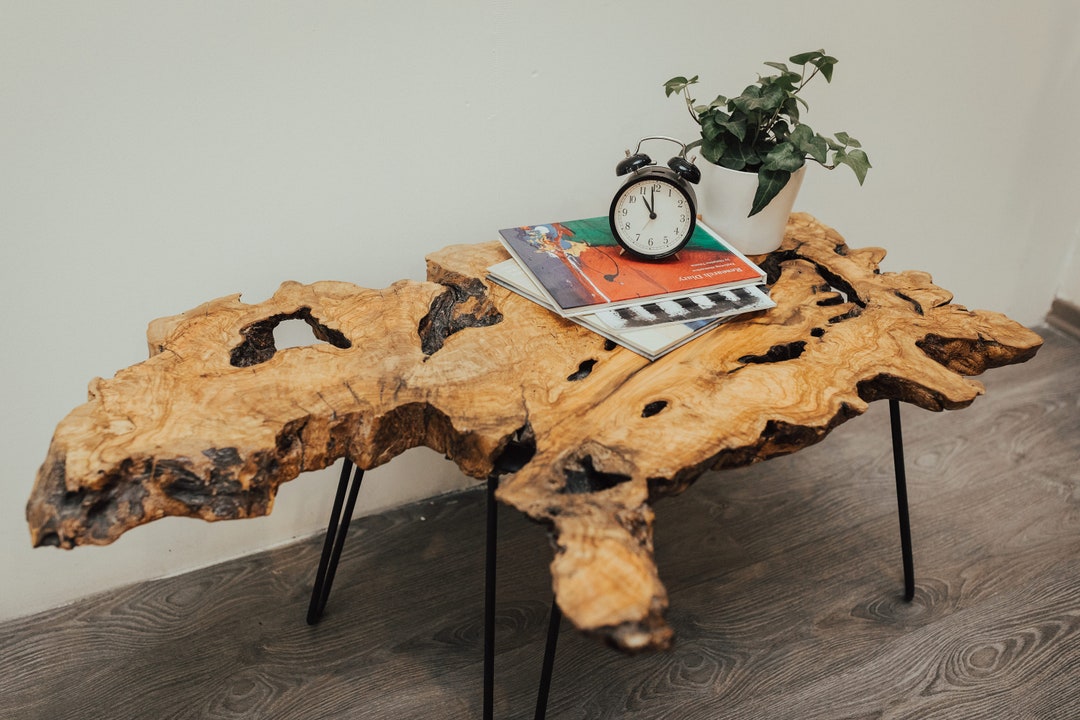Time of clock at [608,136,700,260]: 10:59
